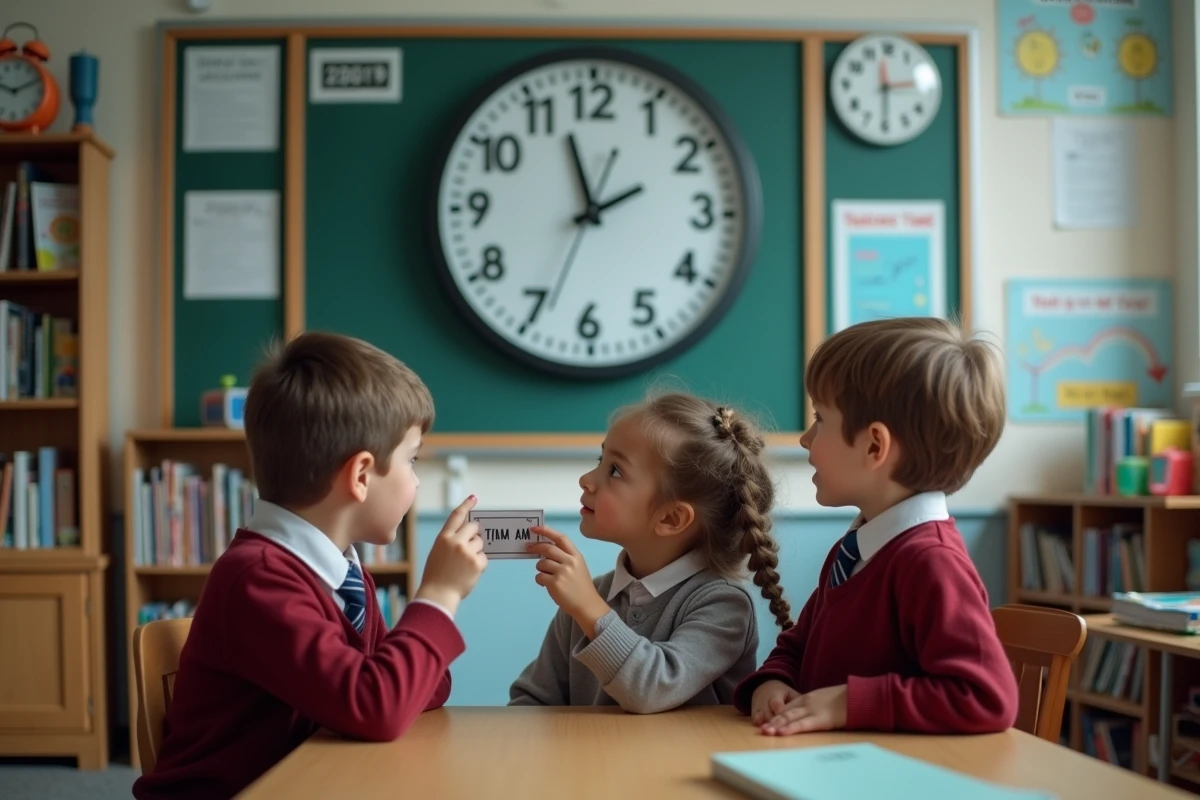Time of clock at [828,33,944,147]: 2:29
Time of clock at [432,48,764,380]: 1:57
